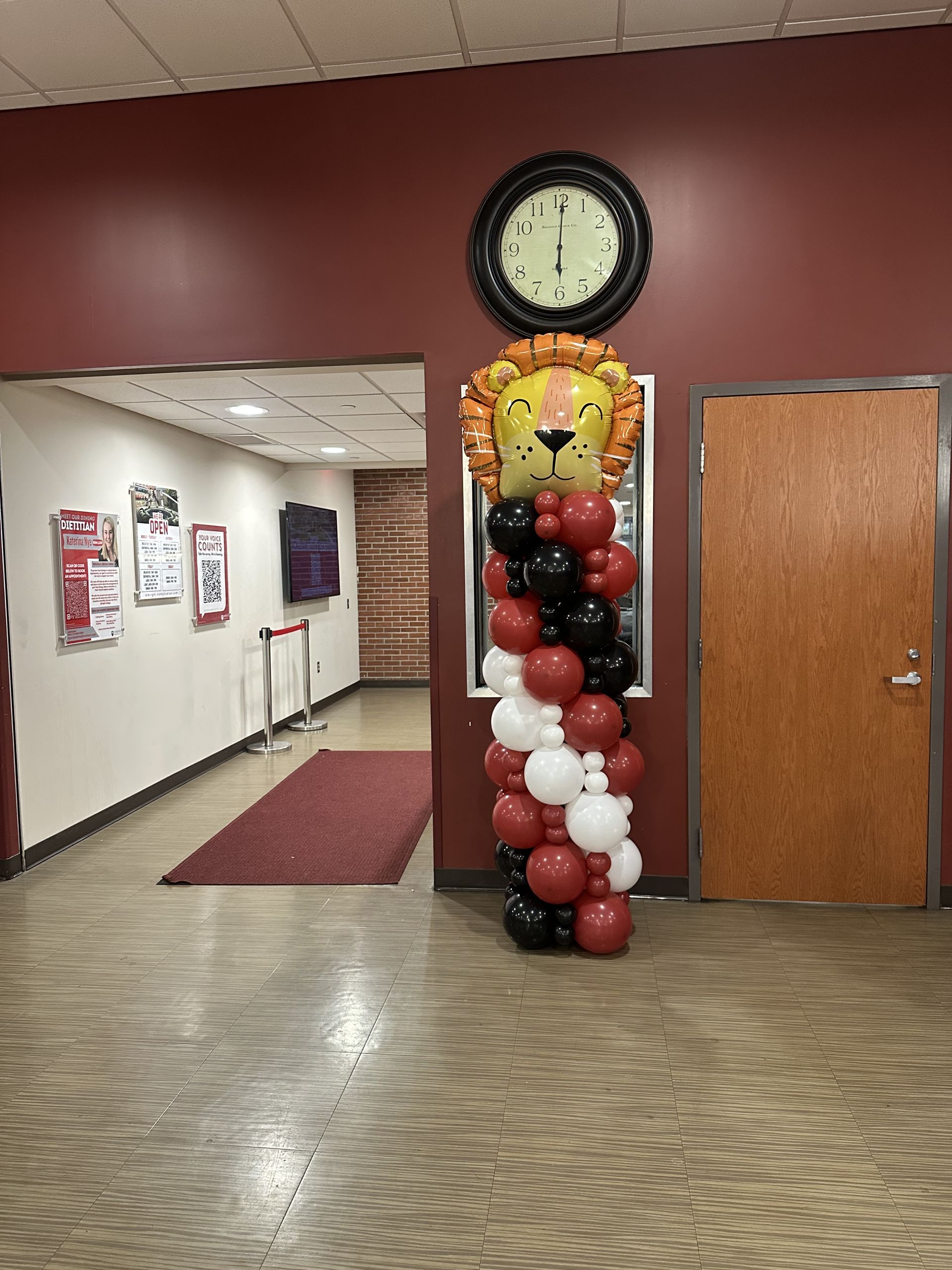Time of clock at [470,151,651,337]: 6:00
